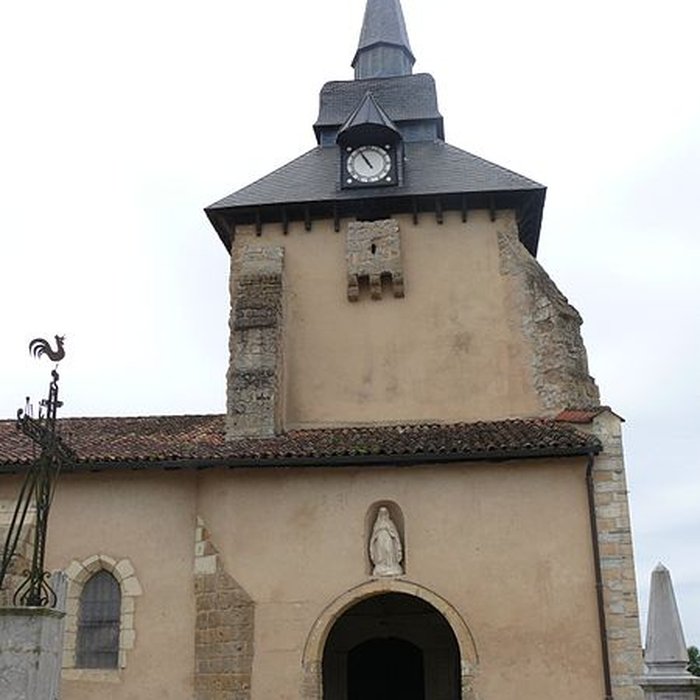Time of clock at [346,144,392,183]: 10:55
